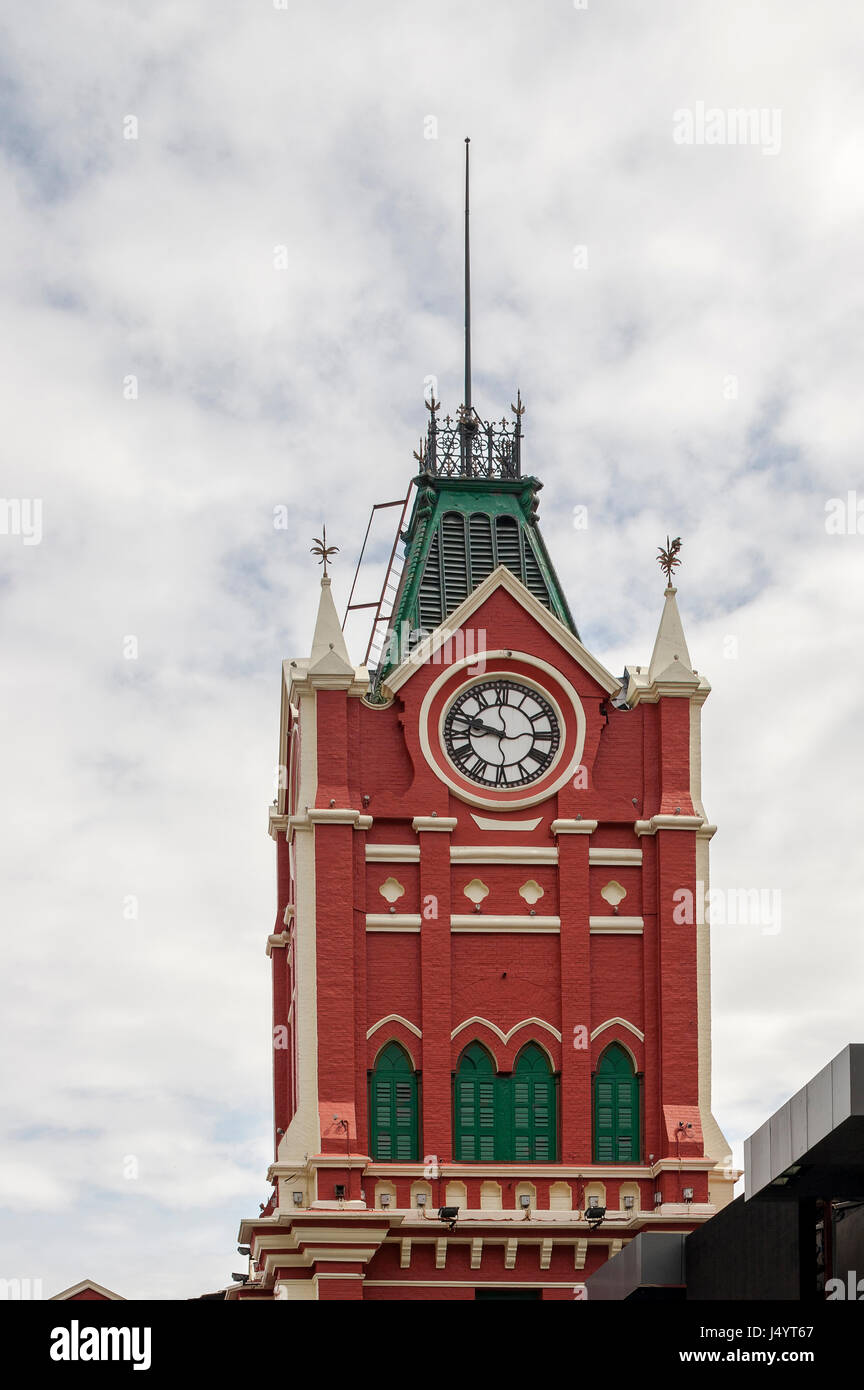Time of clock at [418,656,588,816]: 9:47
